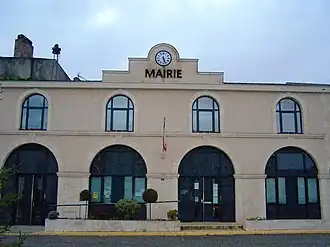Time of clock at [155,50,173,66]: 5:26
